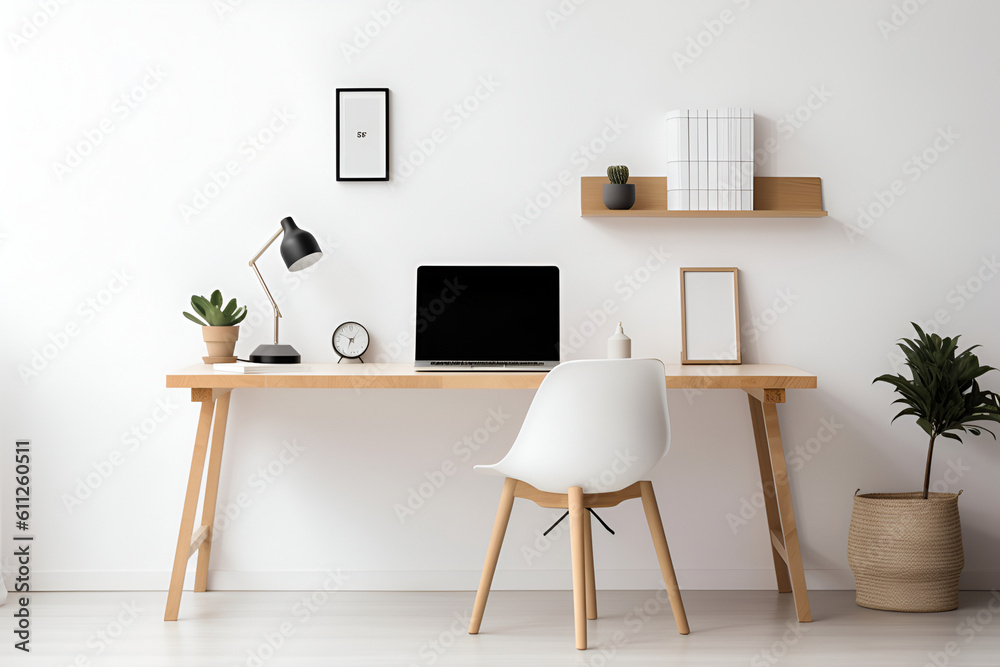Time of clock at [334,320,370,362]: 6:50
